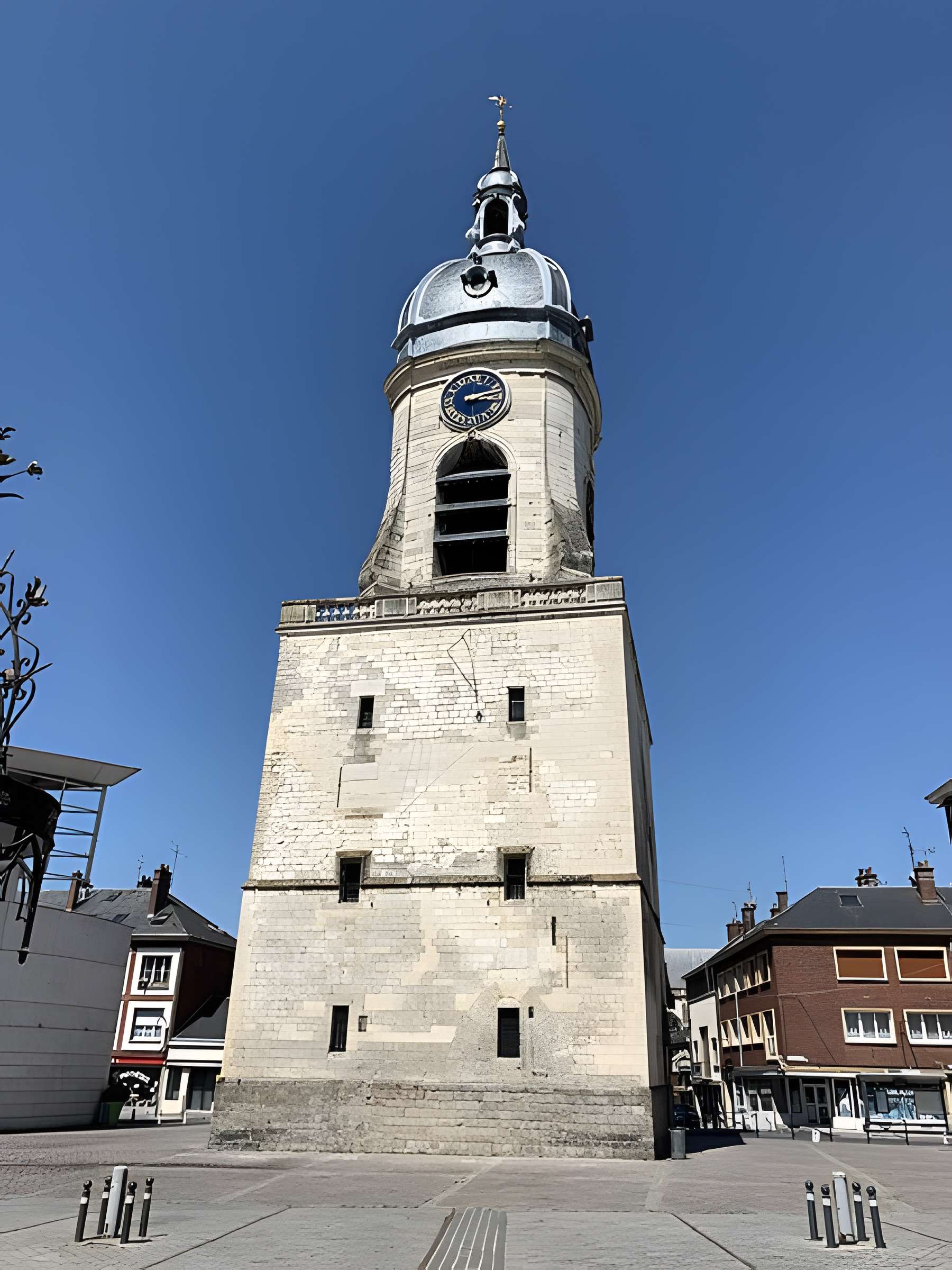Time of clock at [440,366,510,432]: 3:12
